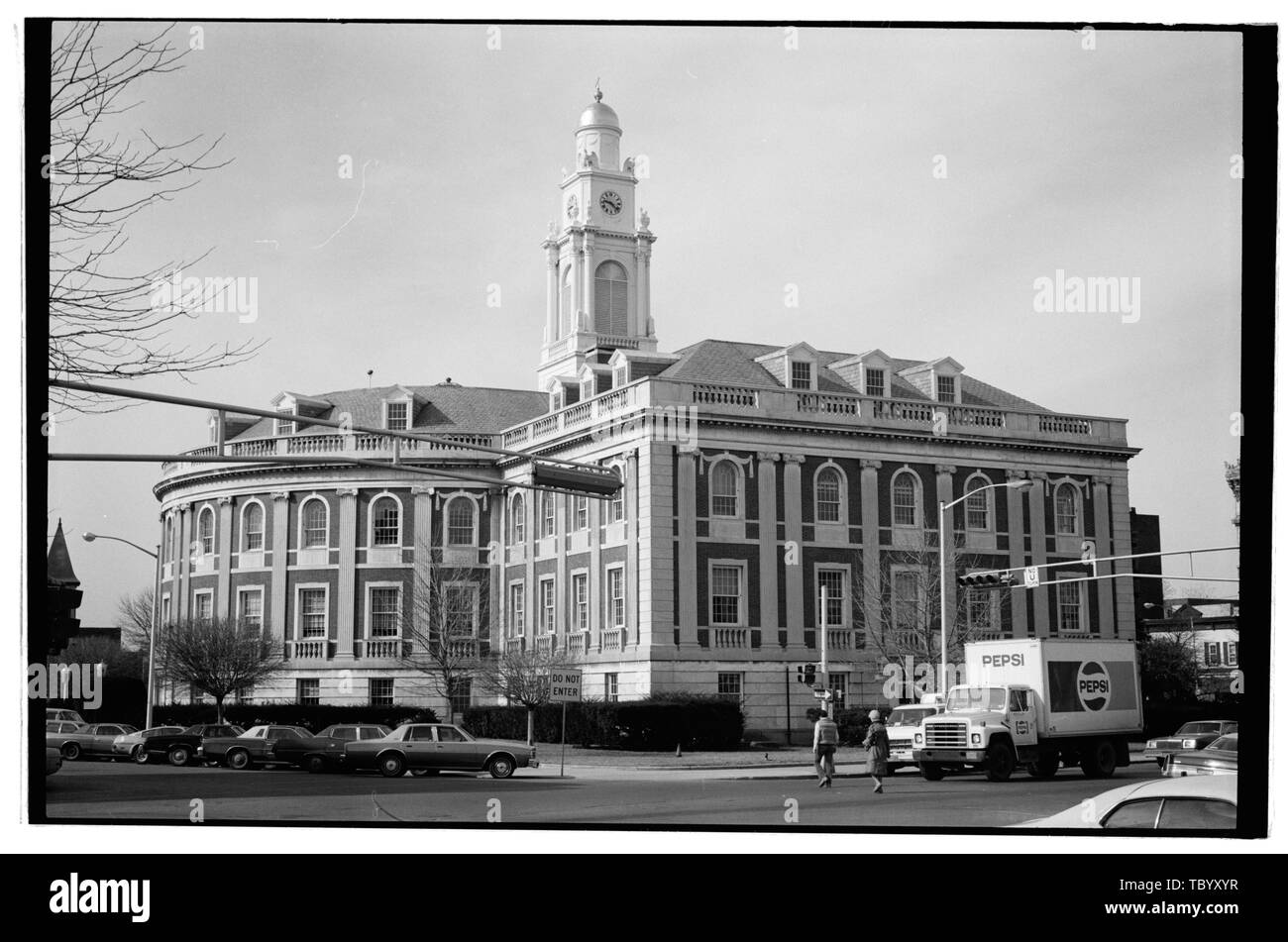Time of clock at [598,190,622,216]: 9:22
